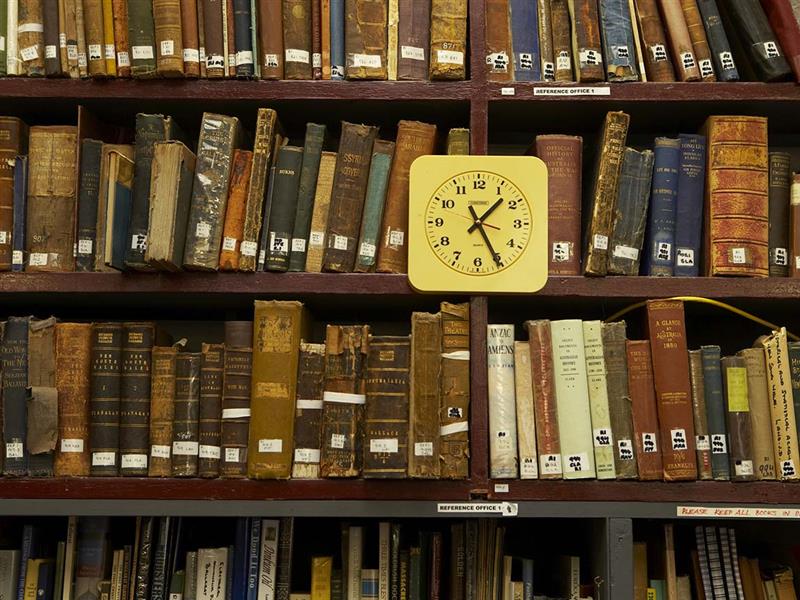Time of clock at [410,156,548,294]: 1:25
